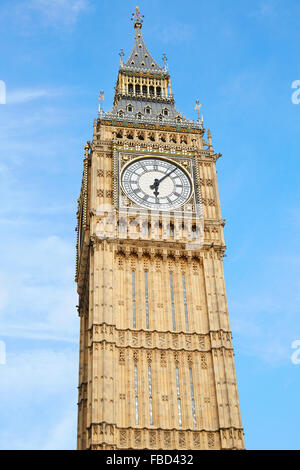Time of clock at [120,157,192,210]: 6:07
